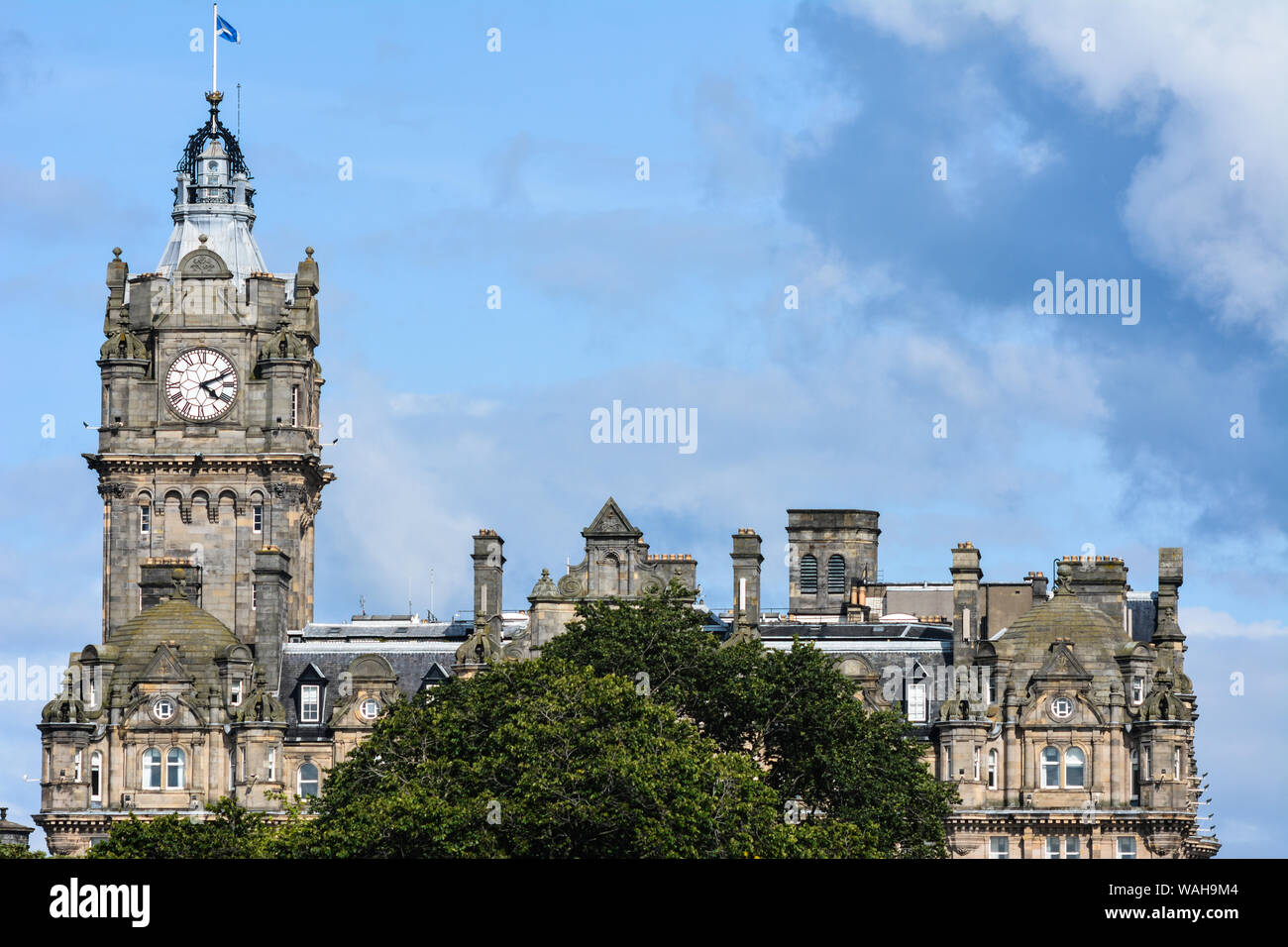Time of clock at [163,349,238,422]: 4:10
